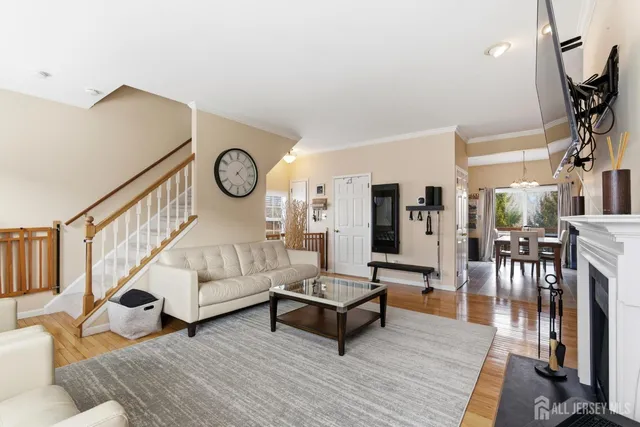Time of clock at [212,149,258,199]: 1:21
